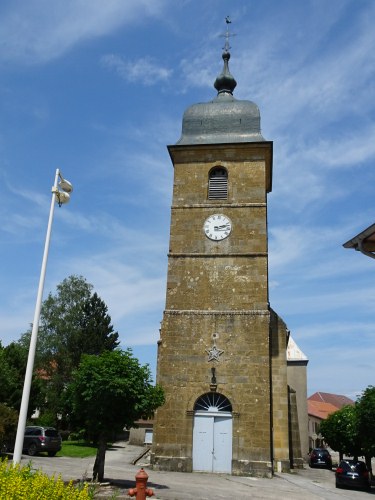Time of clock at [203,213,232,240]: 2:12
